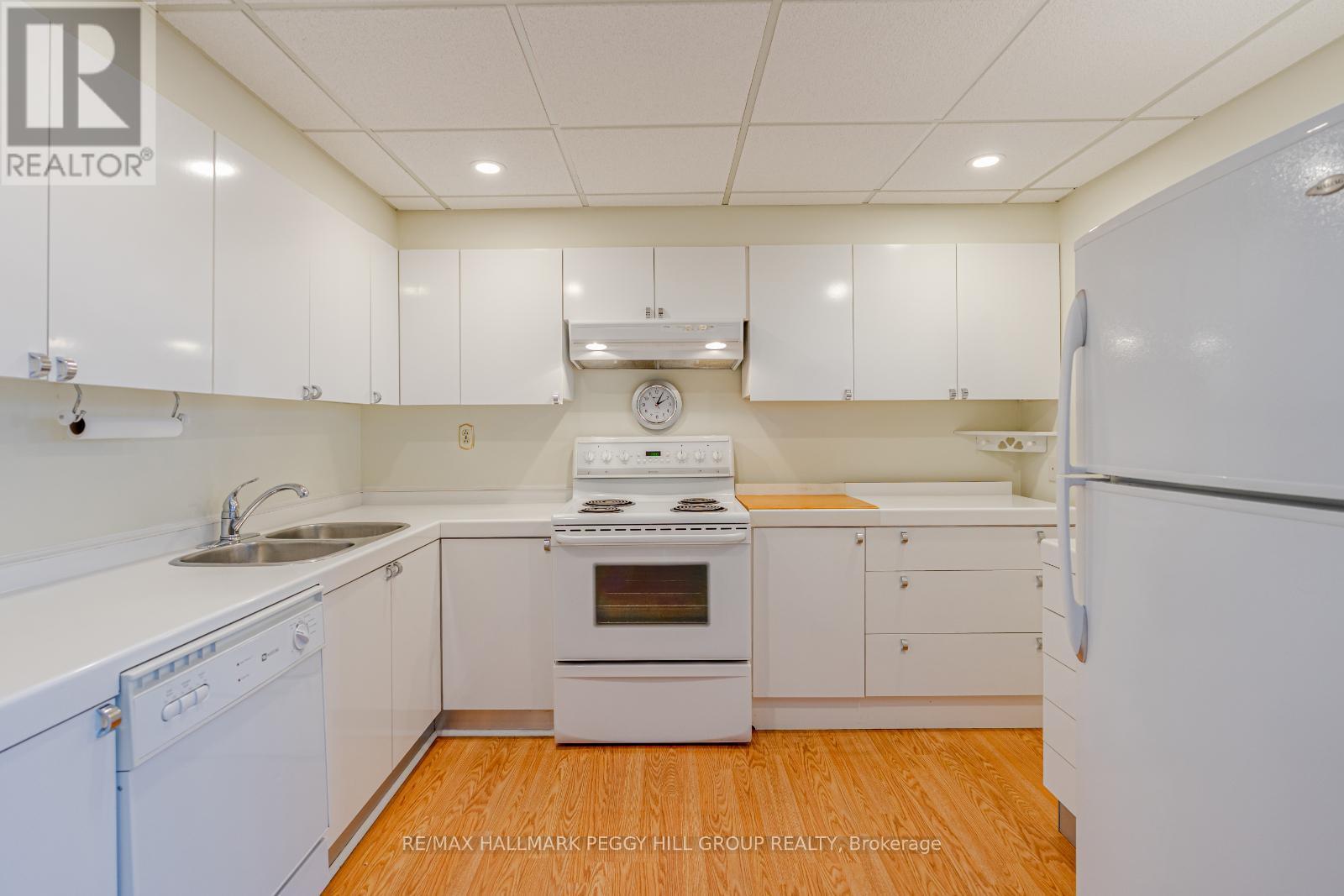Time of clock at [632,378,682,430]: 2:04
